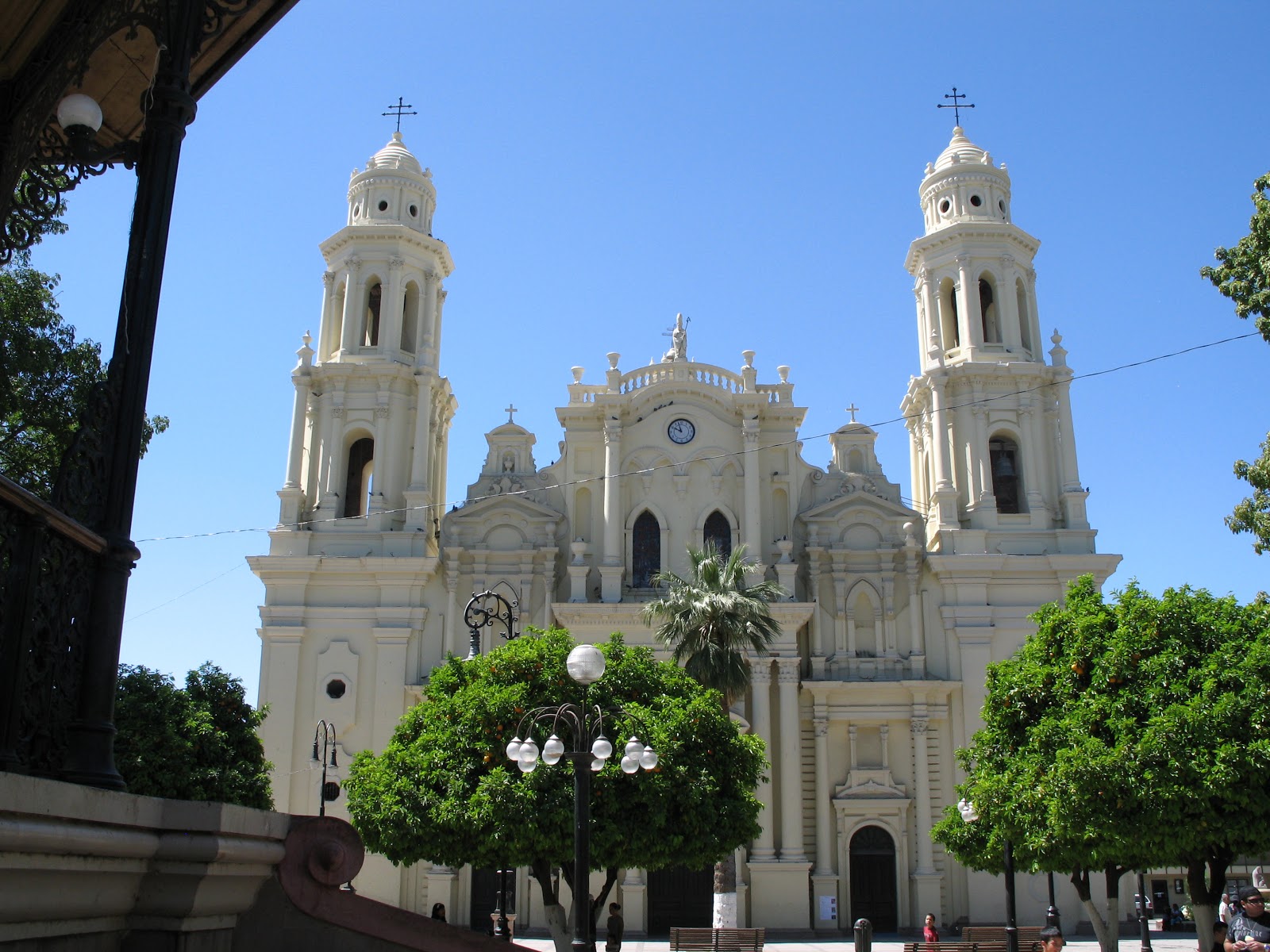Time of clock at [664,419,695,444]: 9:57
